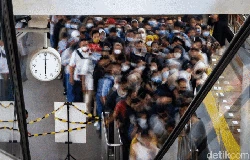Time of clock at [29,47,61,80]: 6:00
